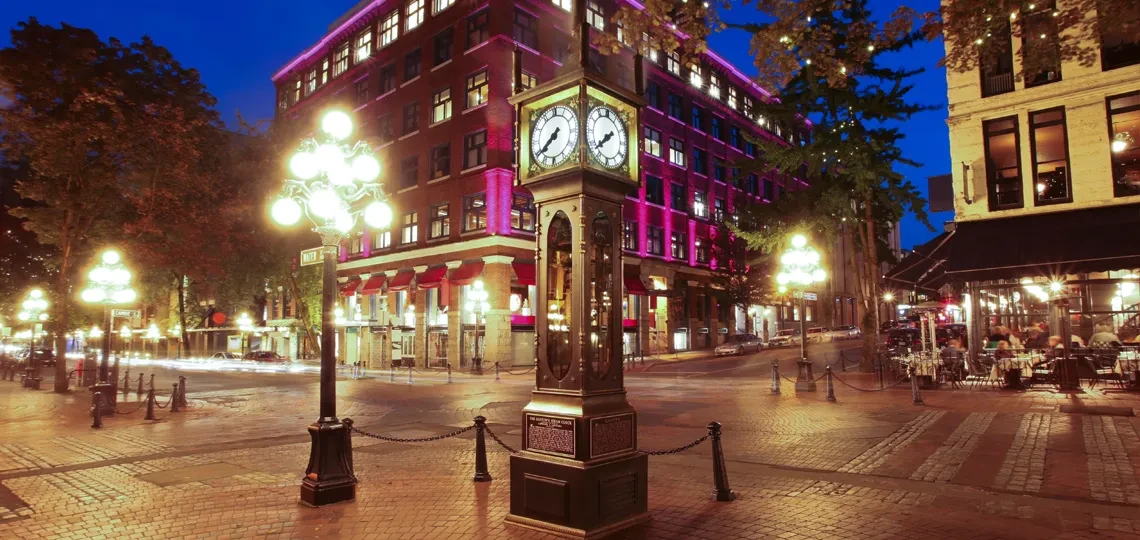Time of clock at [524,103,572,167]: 7:38
